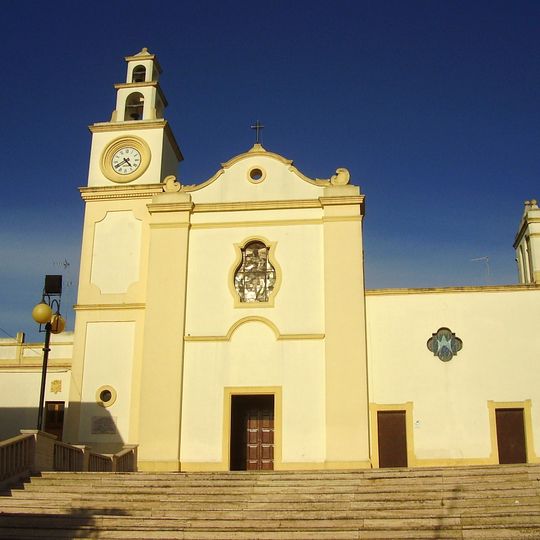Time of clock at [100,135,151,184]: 4:40
